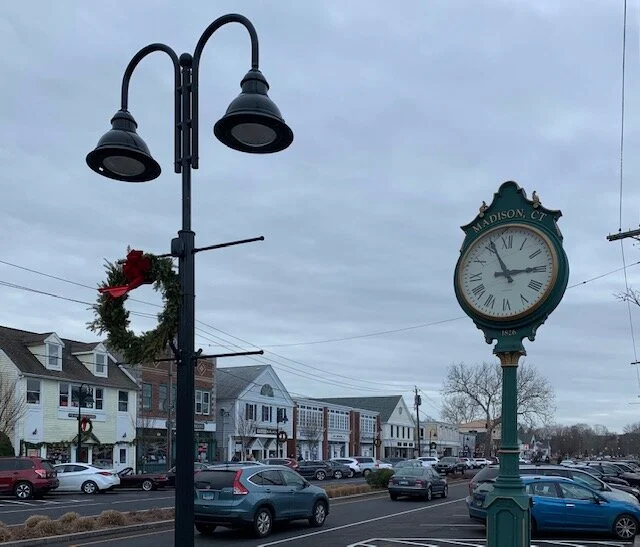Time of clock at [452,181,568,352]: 2:55
